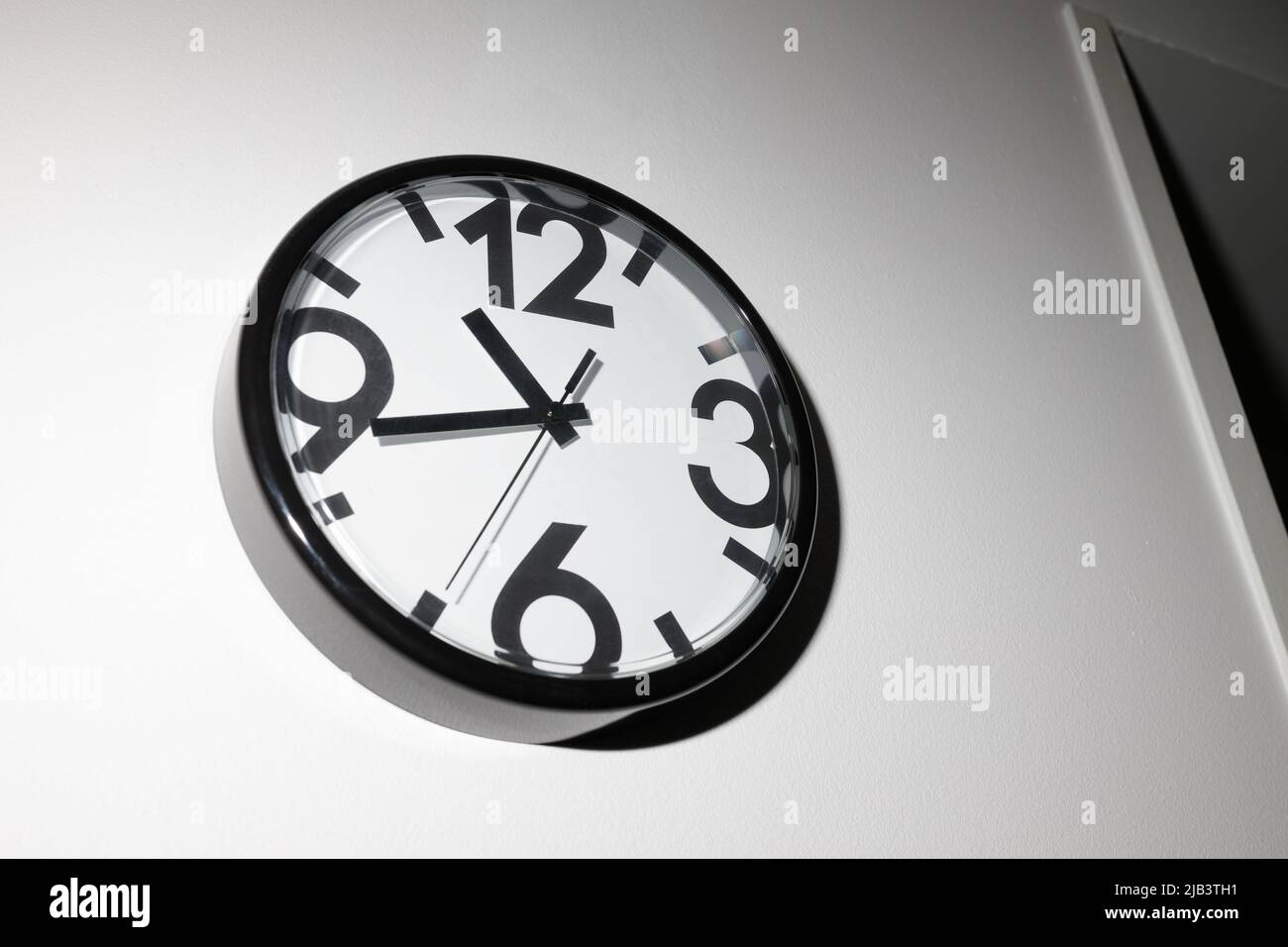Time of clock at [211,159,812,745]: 10:42
